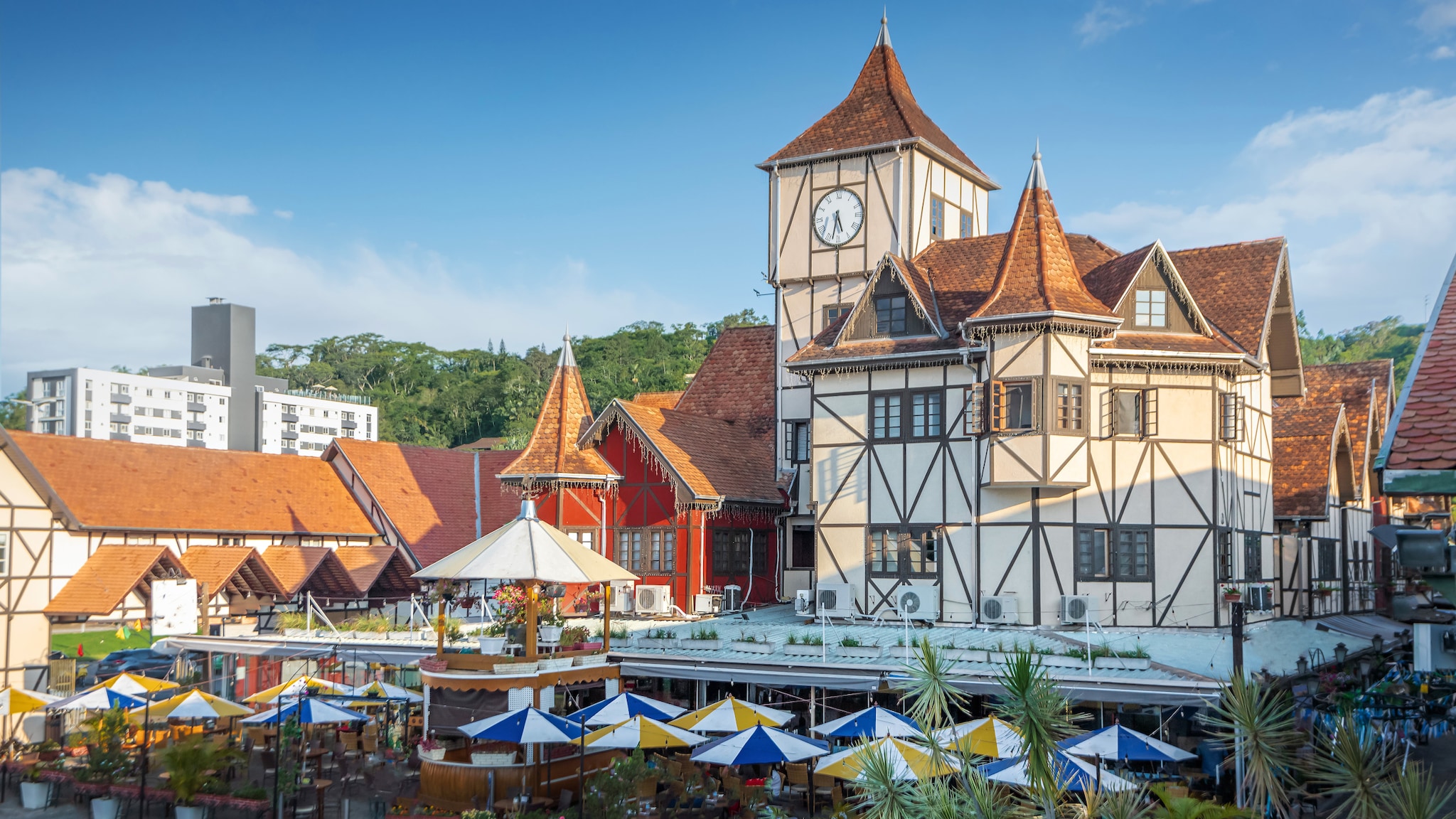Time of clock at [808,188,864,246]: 5:32
